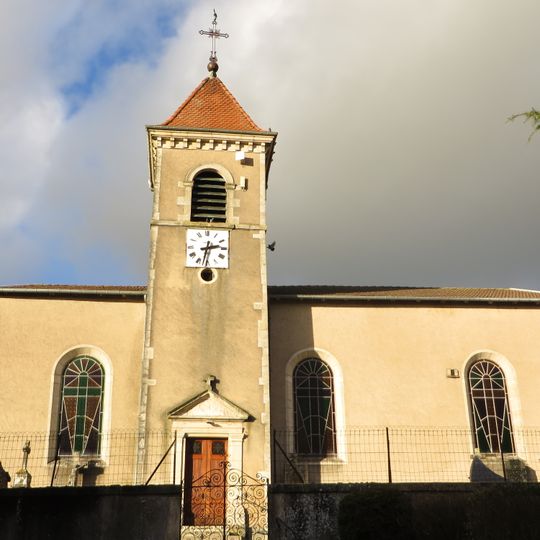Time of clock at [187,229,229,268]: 2:32
